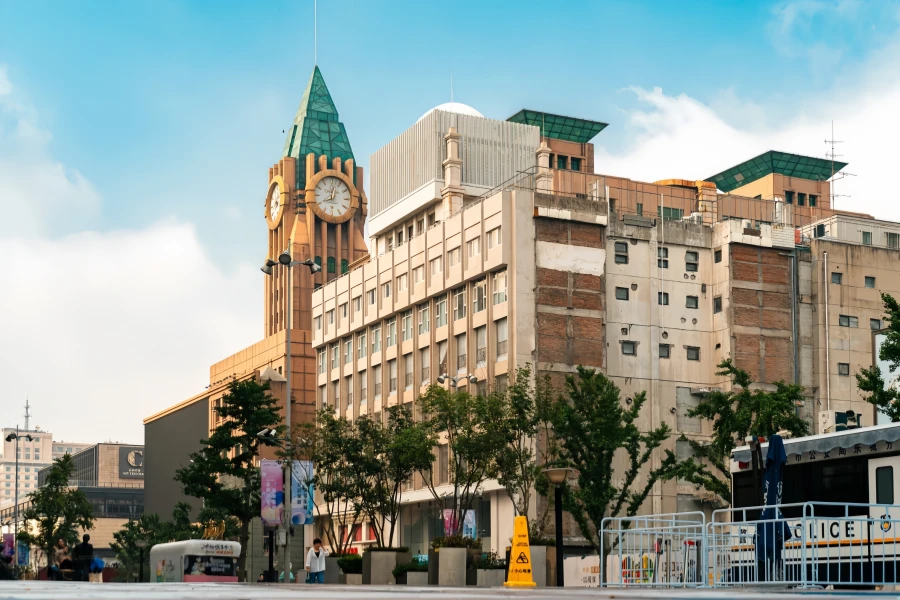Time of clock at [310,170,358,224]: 8:02
